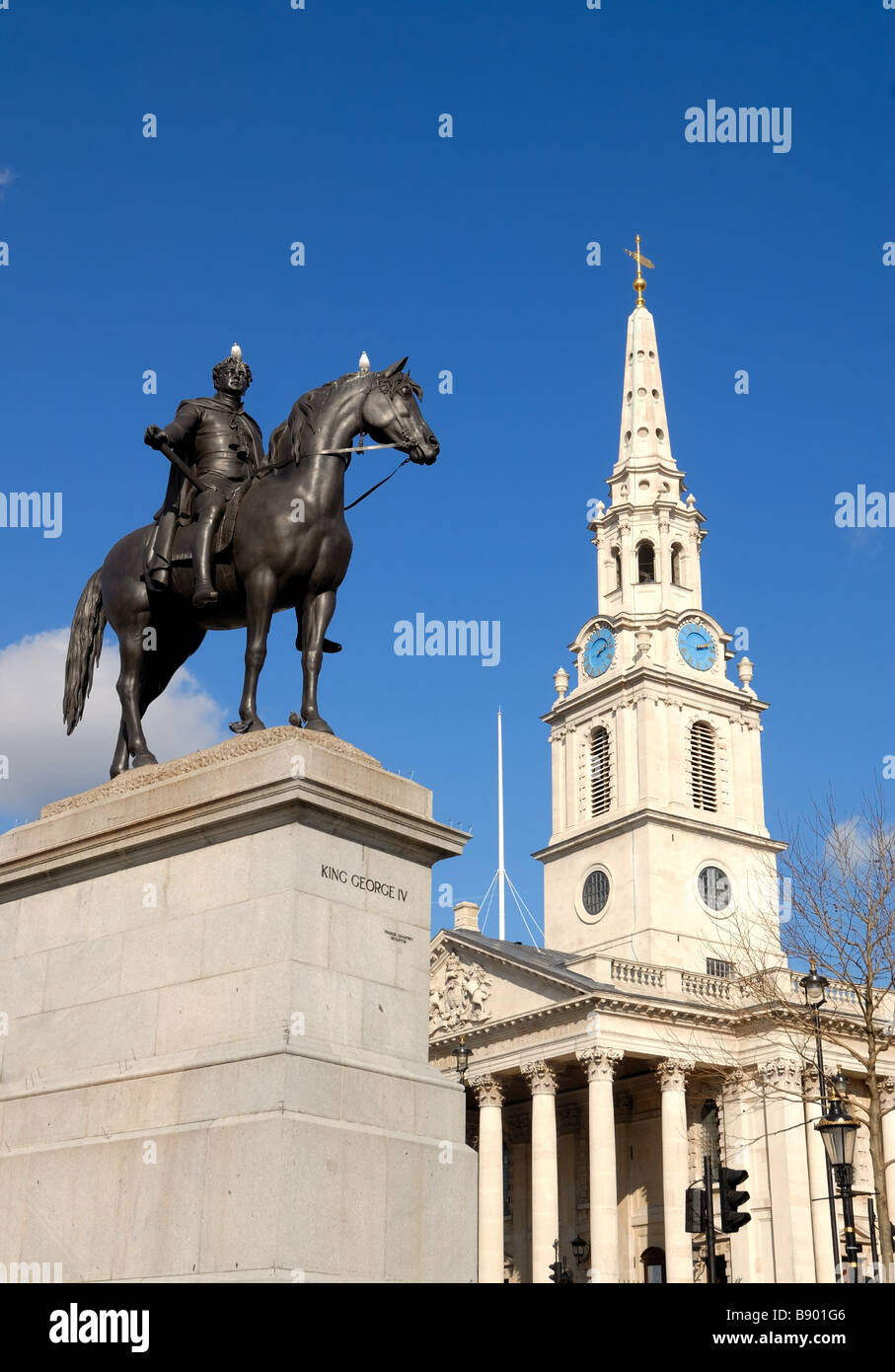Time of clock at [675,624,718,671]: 2:12
